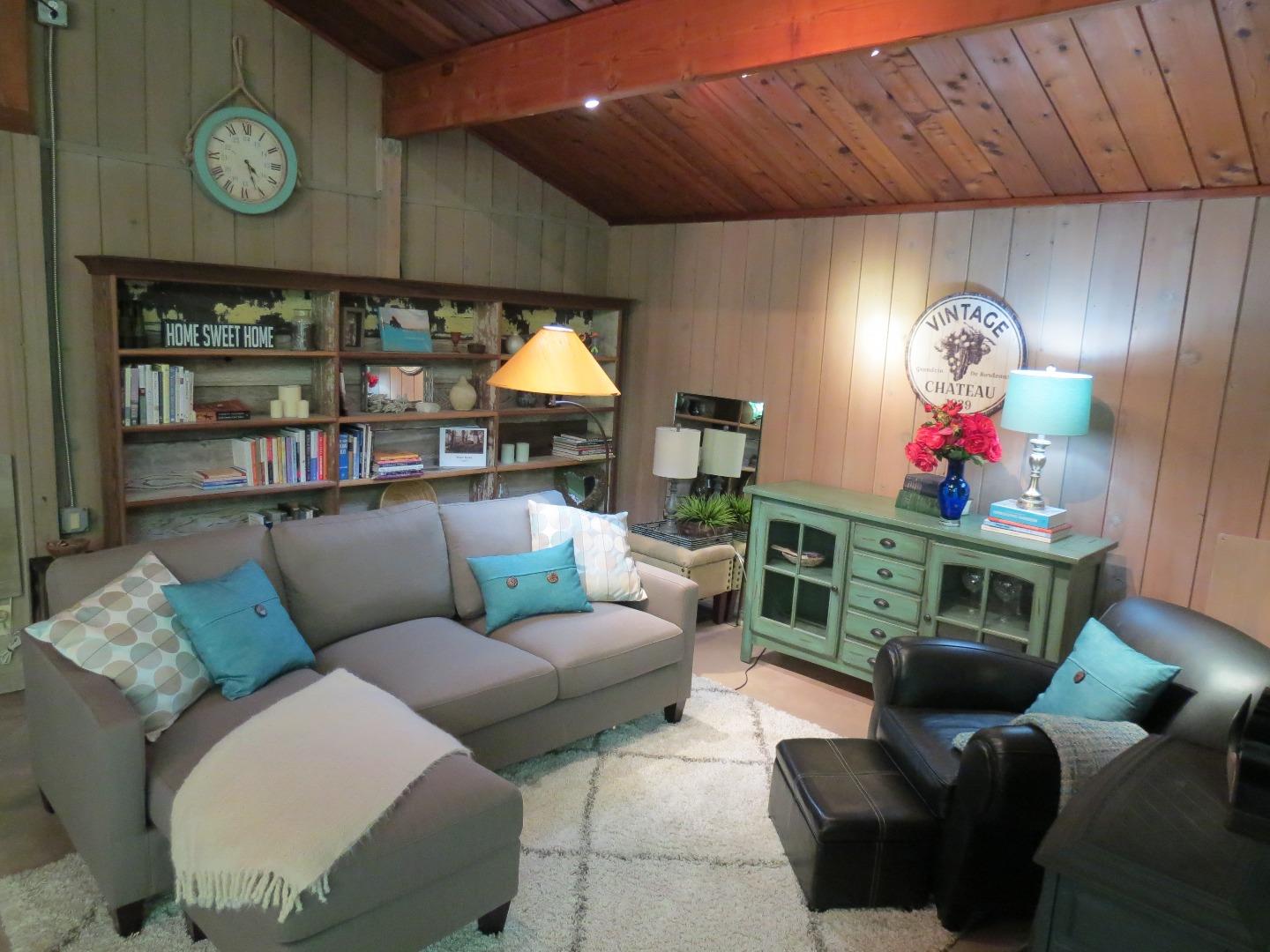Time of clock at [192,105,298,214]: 4:26
